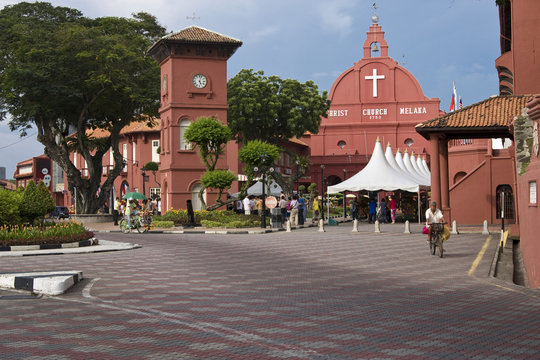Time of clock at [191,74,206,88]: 5:03
